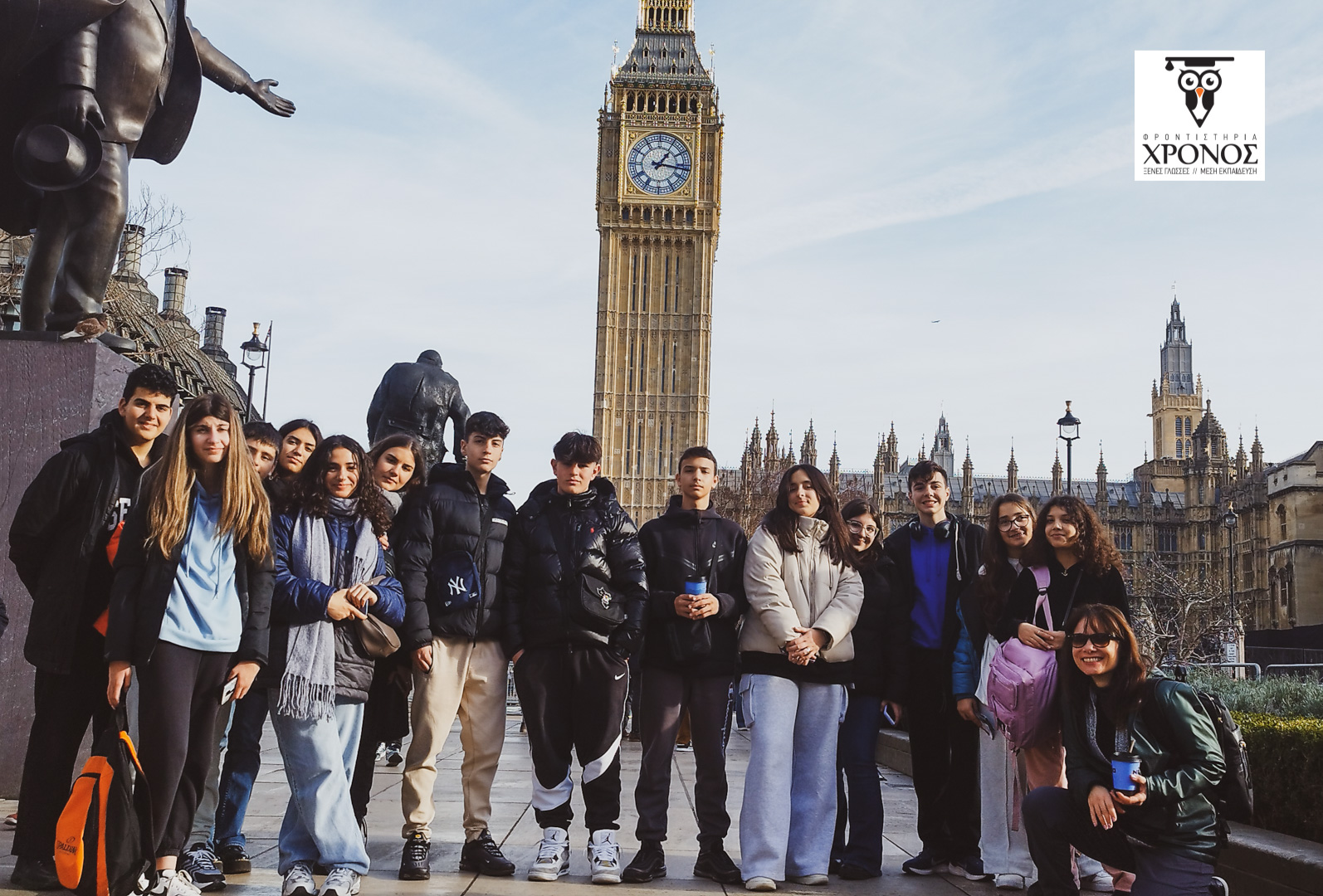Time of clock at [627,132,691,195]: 1:16
